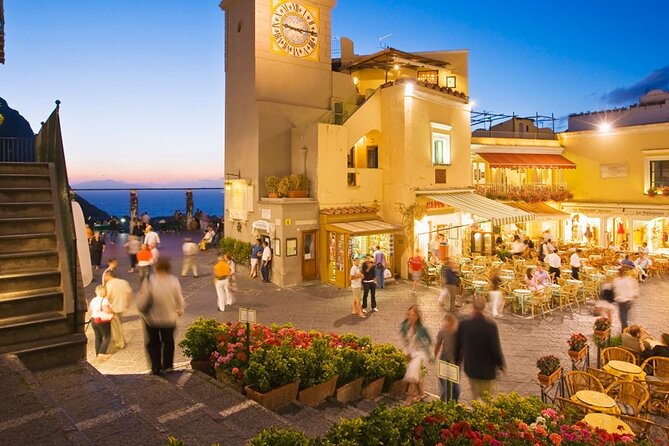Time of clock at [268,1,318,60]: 9:15
